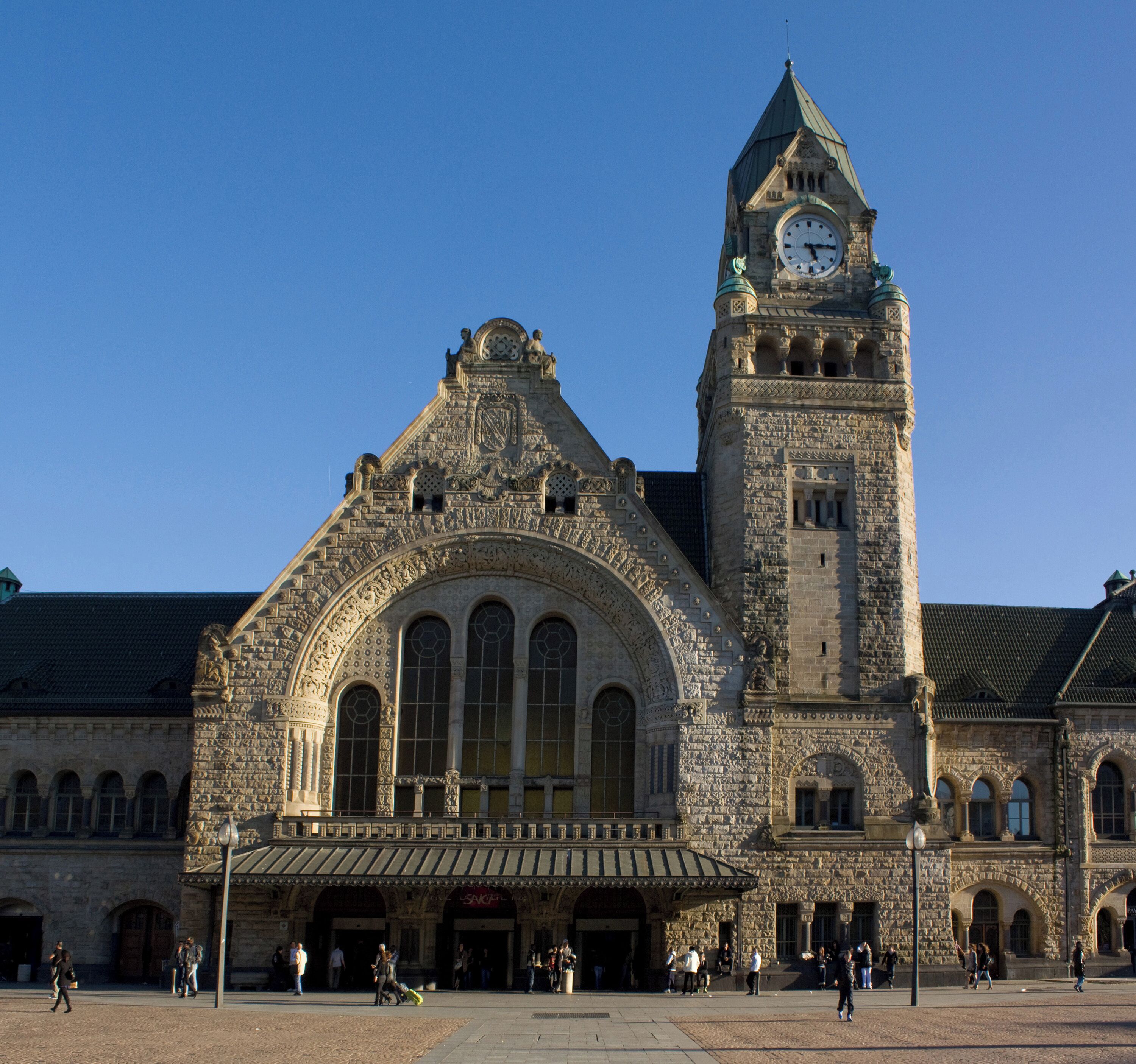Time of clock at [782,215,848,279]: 5:15
